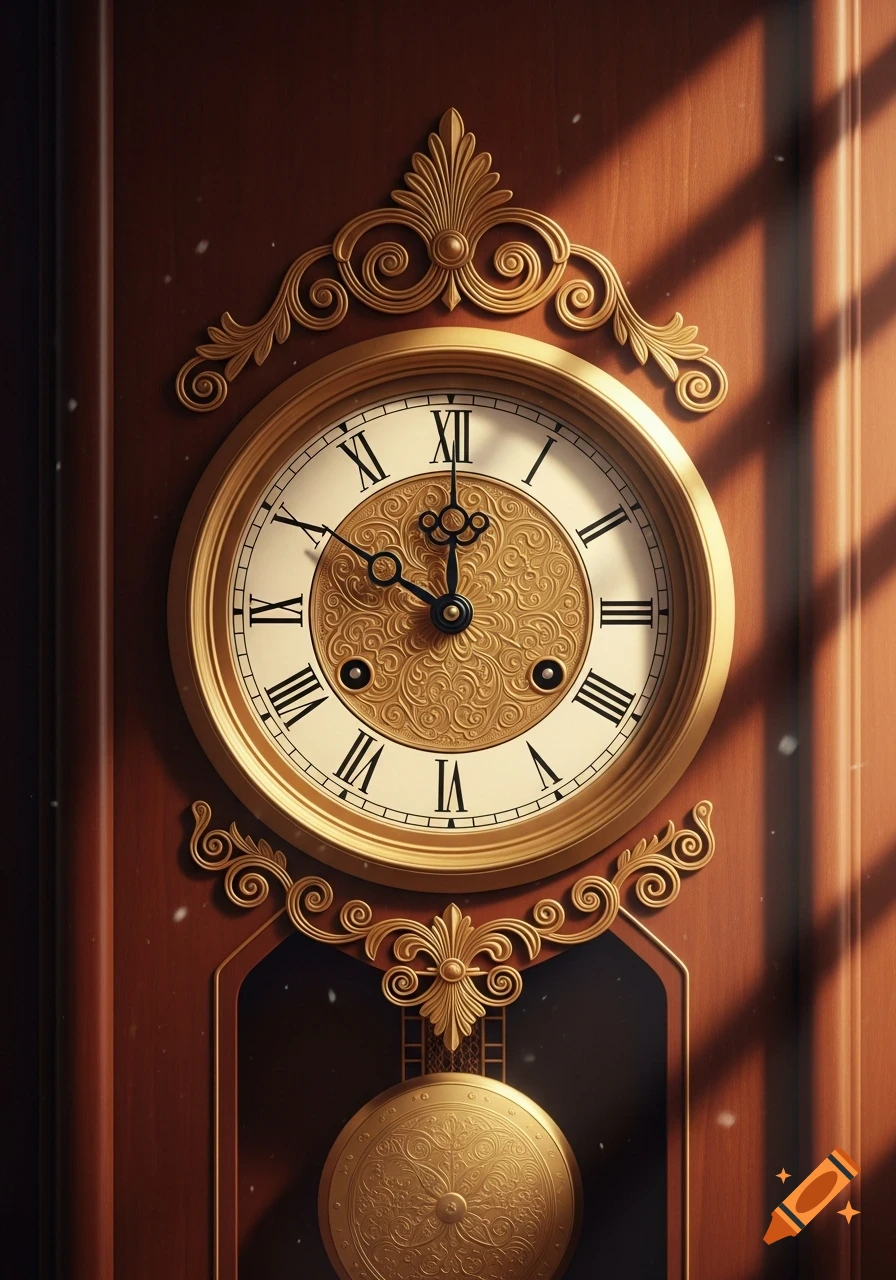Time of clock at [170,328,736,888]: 10:00
